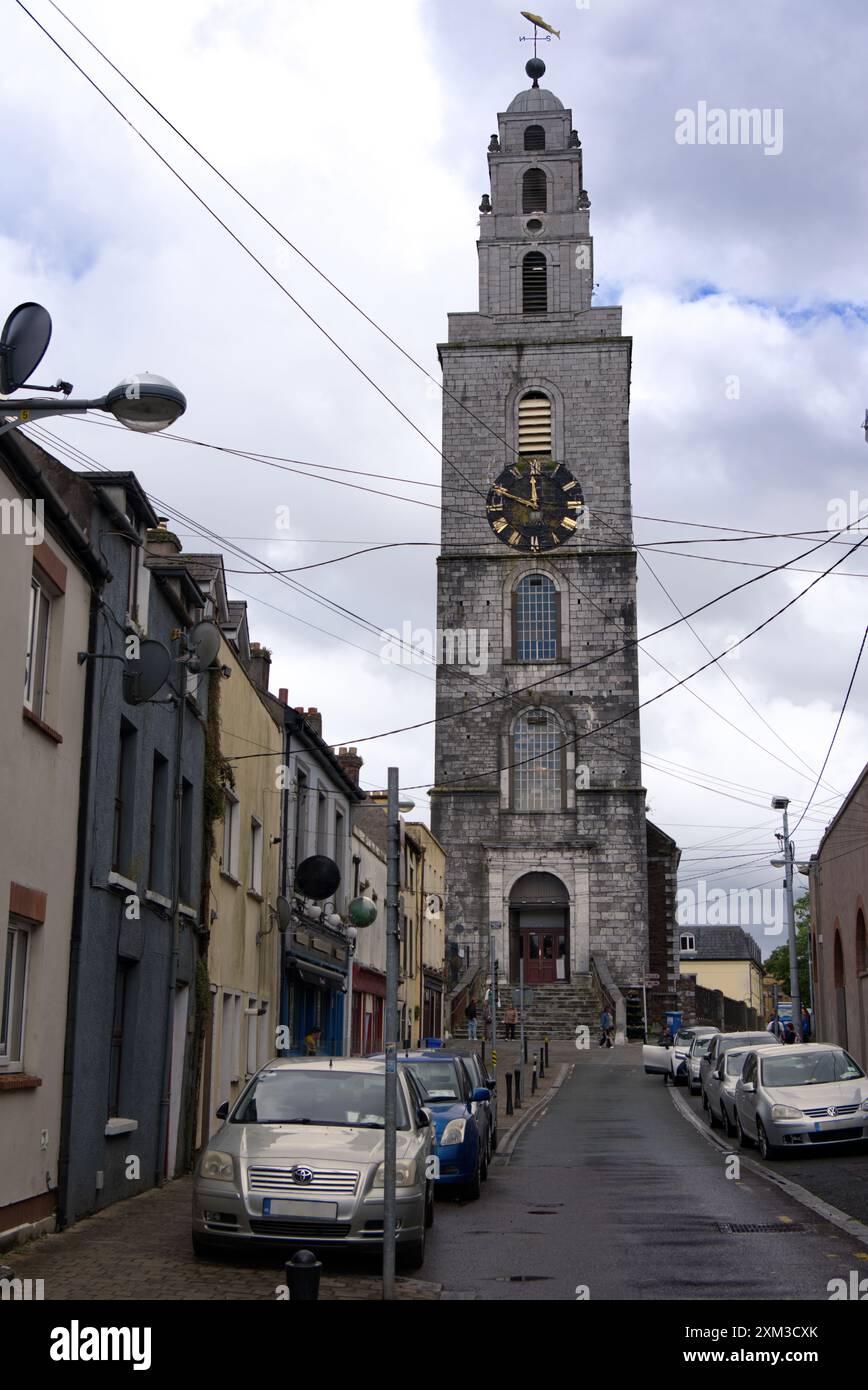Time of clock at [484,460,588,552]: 11:48
